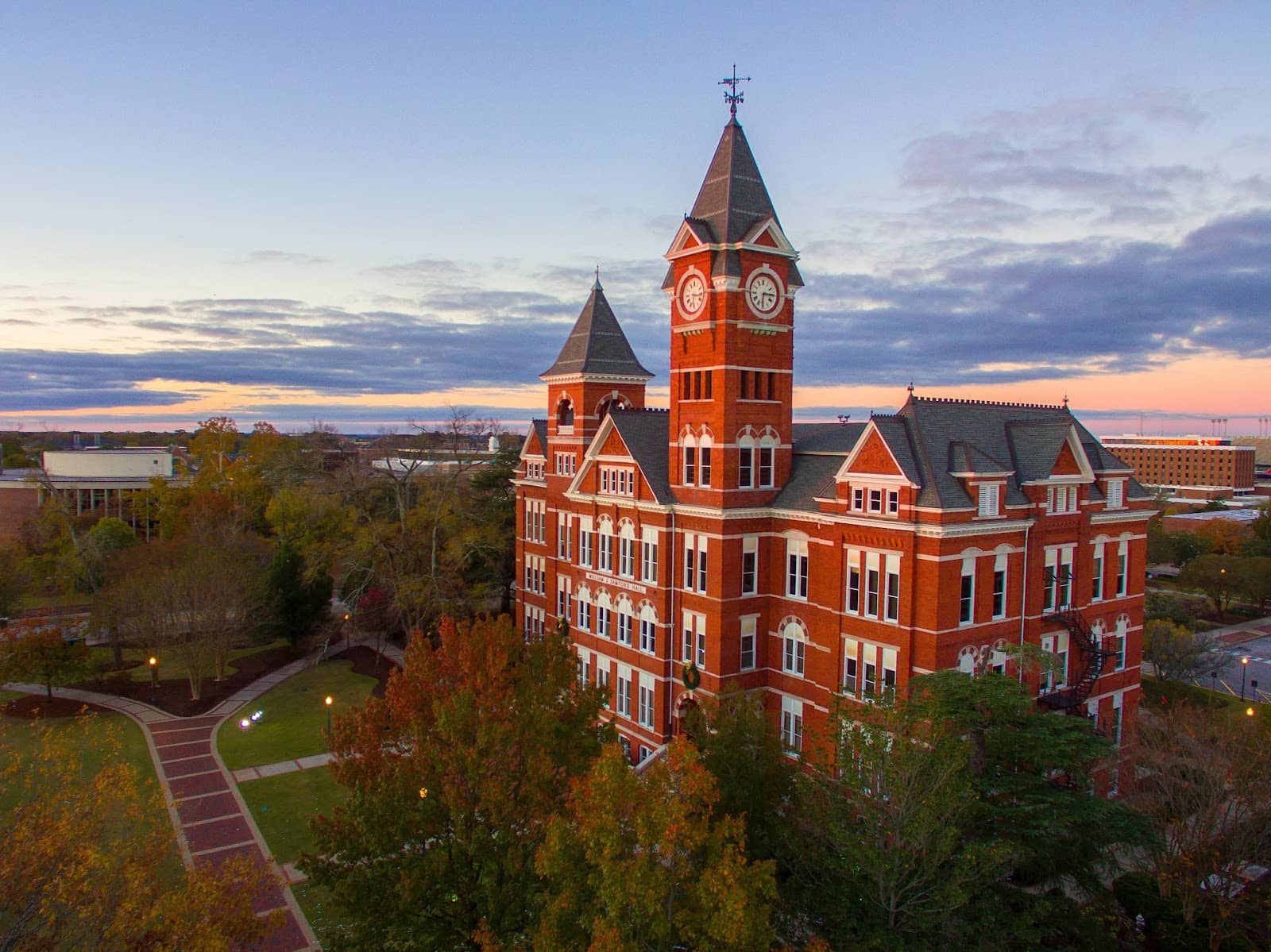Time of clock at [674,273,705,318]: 6:16
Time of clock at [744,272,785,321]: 6:14
